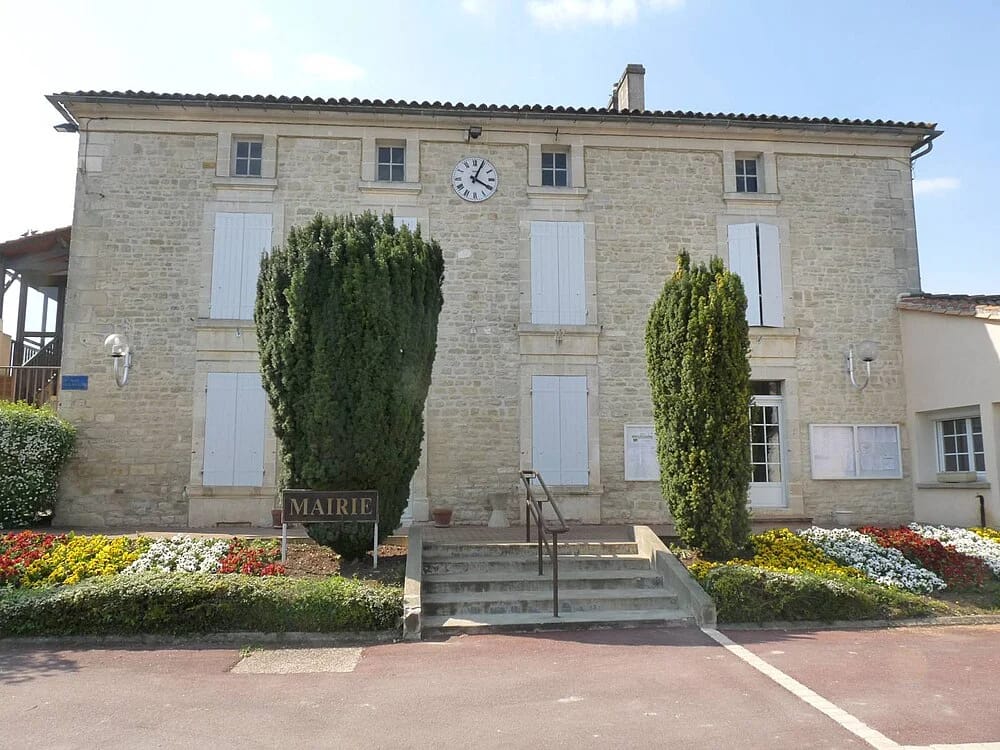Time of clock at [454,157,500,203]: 4:04
